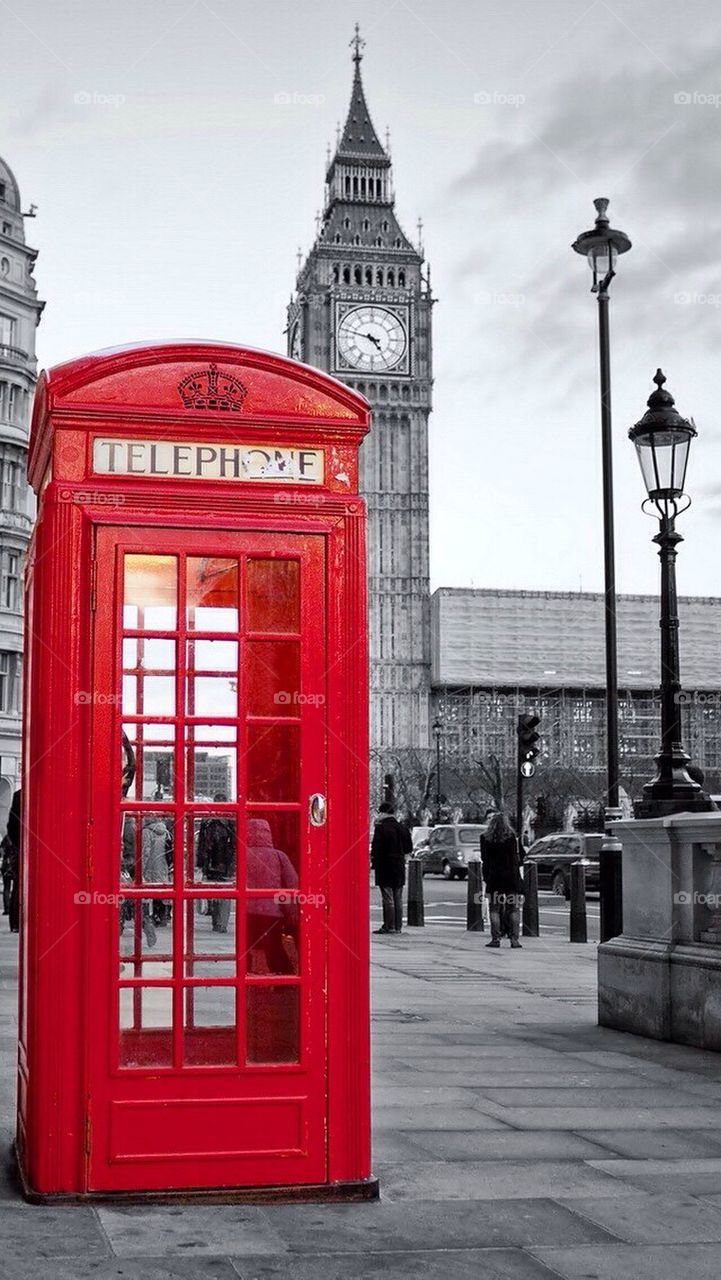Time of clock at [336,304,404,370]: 4:47
